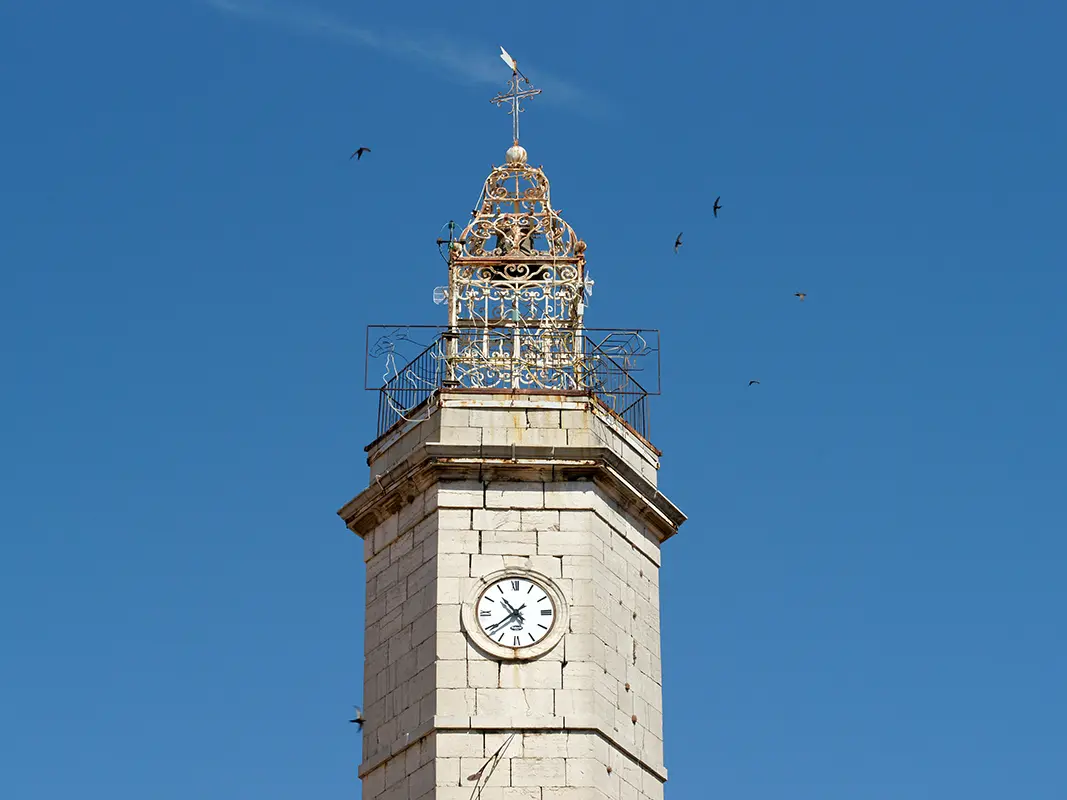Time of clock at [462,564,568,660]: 10:39
